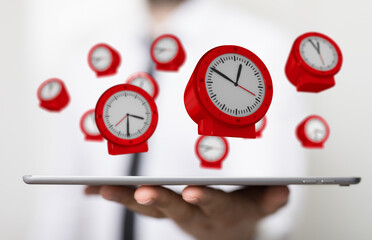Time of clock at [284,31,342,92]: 11:55
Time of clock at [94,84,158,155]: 3:30
